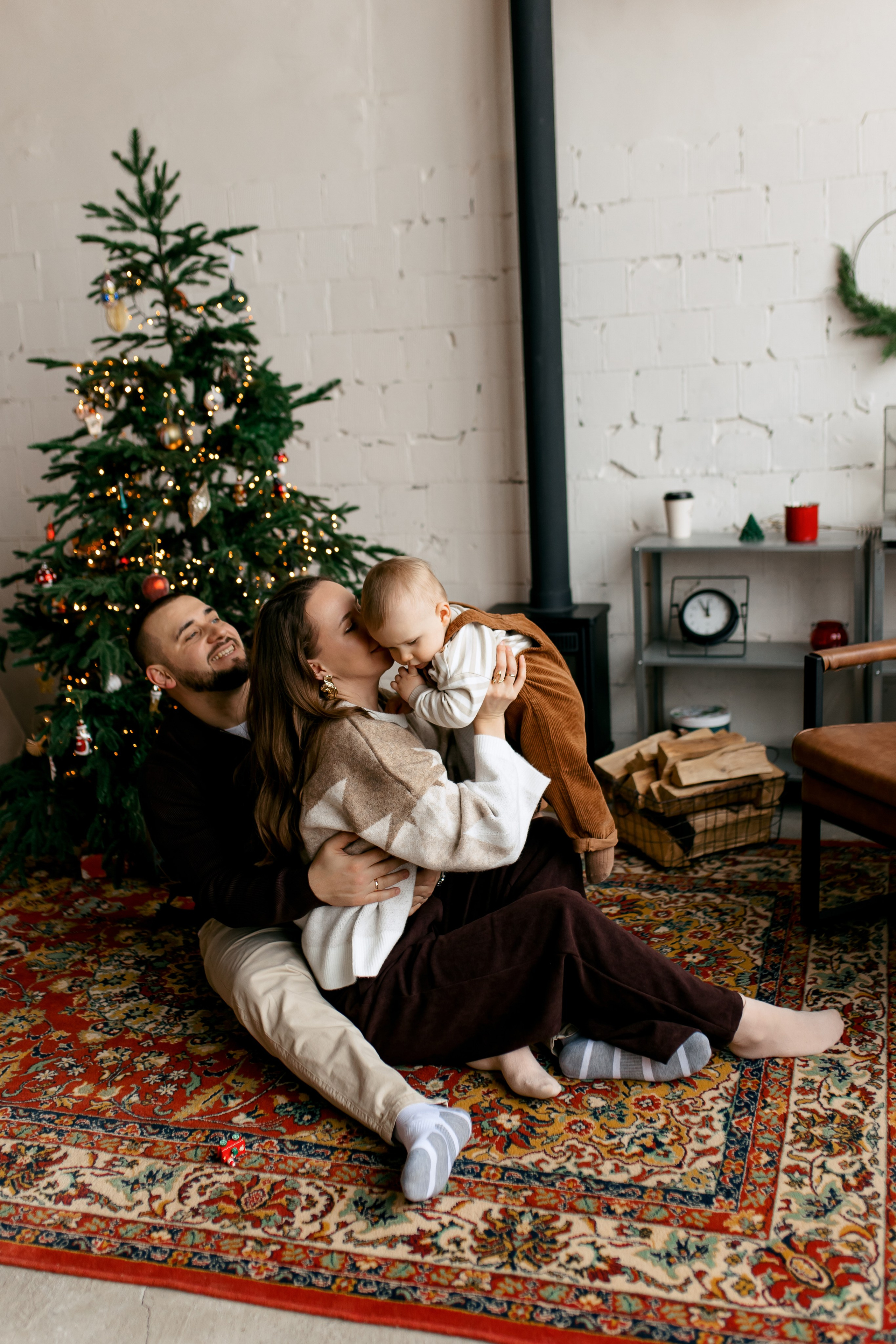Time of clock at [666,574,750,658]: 11:54
